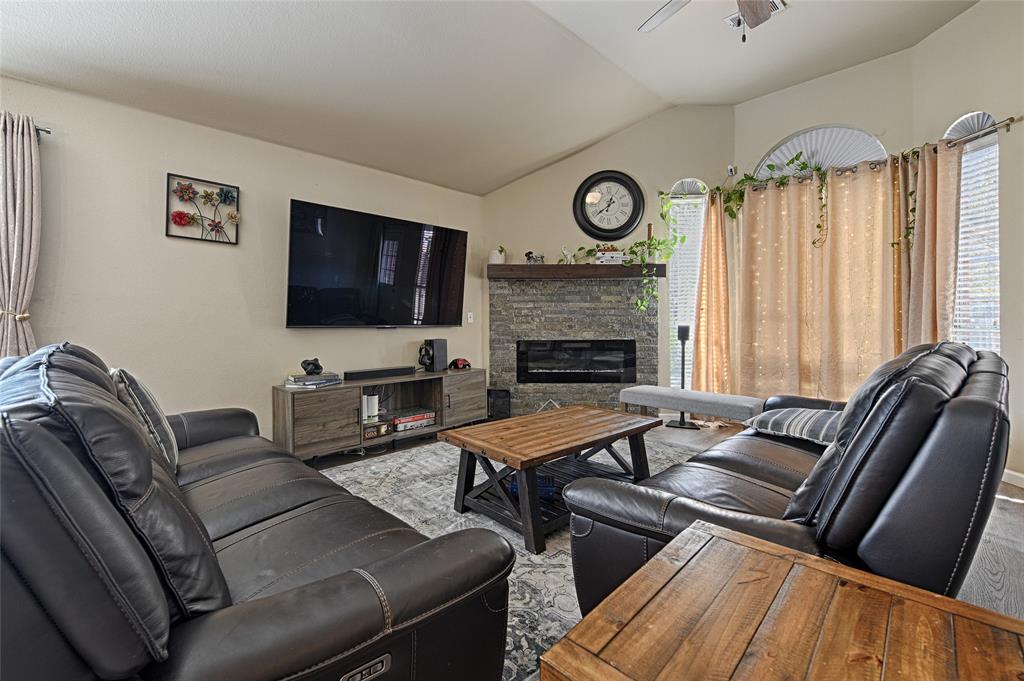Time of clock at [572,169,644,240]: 12:38
